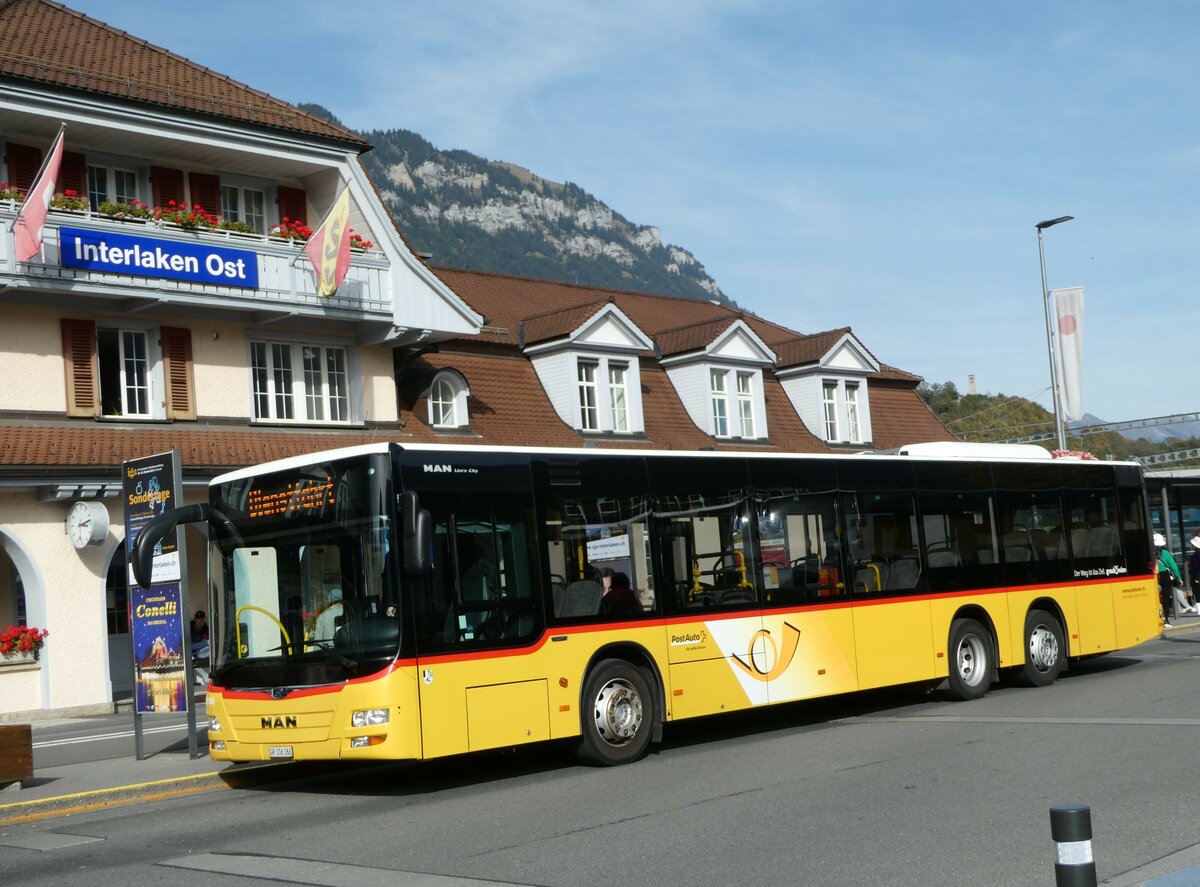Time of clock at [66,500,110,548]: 3:12
